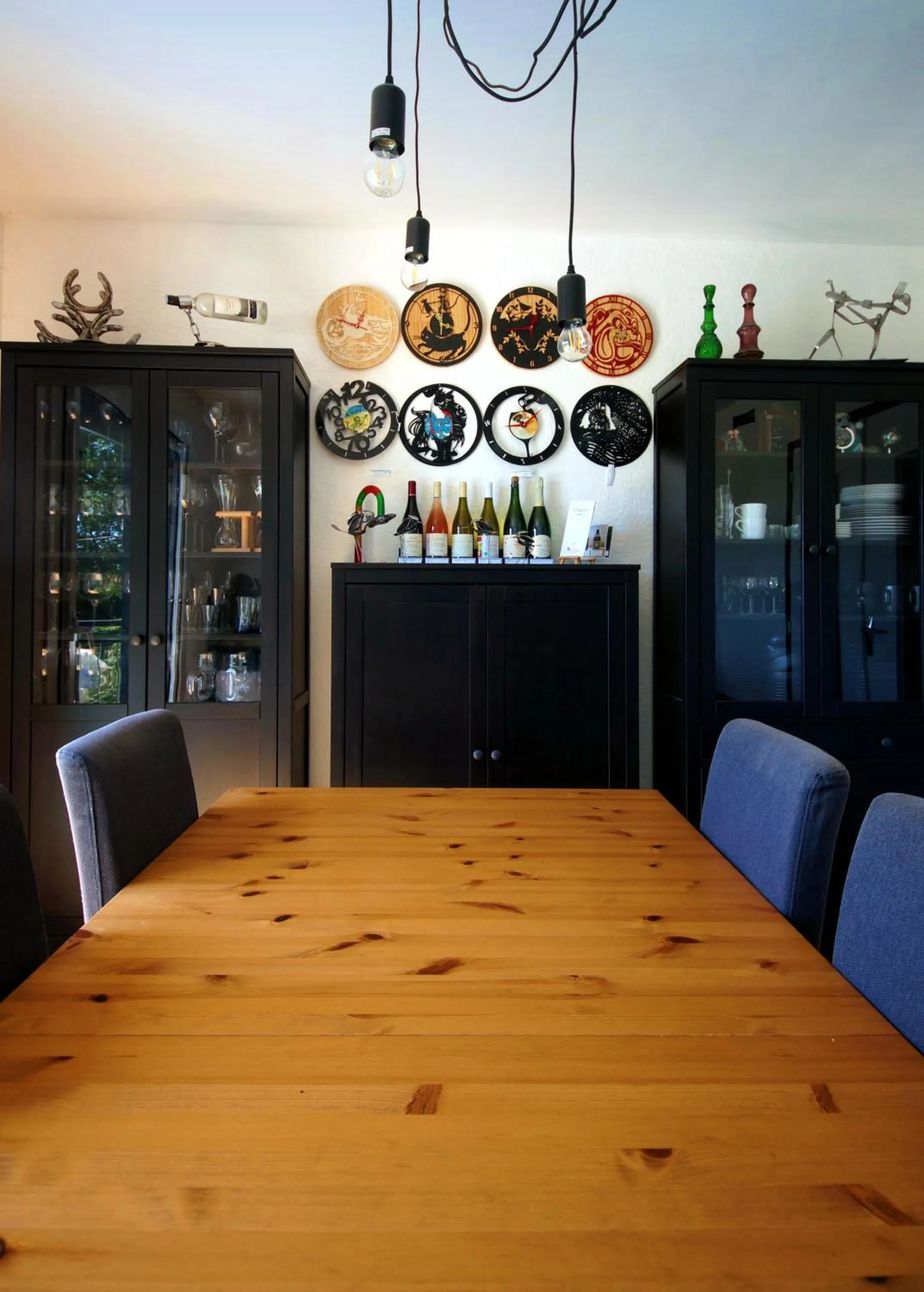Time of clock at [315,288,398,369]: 12:48
